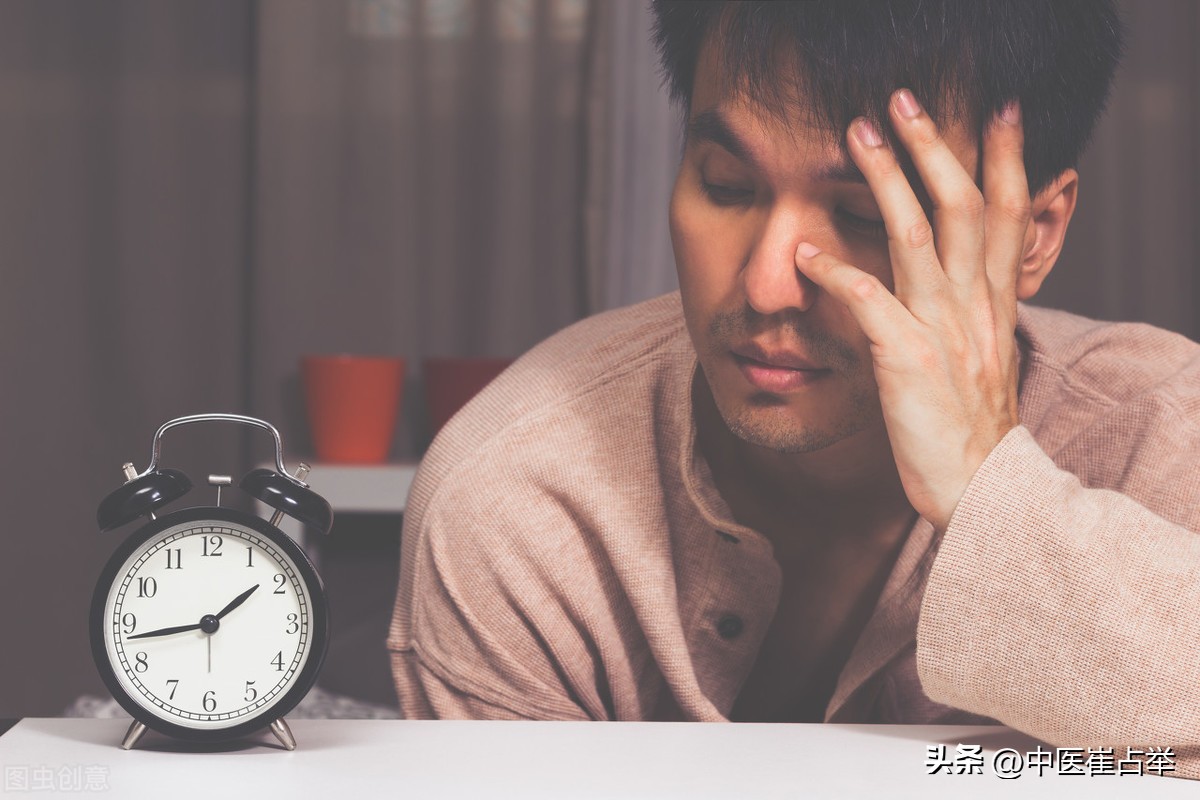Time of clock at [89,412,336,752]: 1:43
